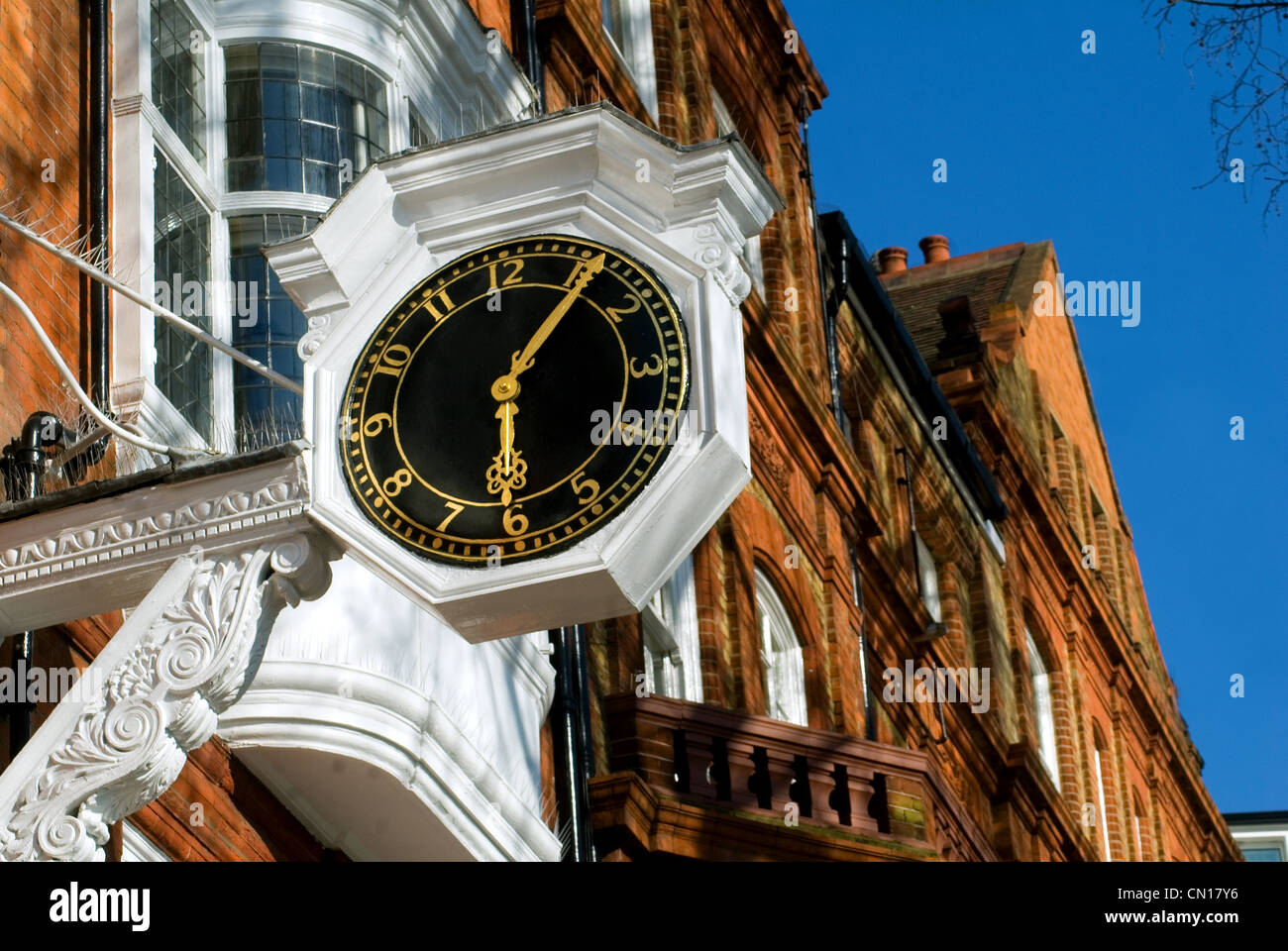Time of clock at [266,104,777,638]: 6:06
